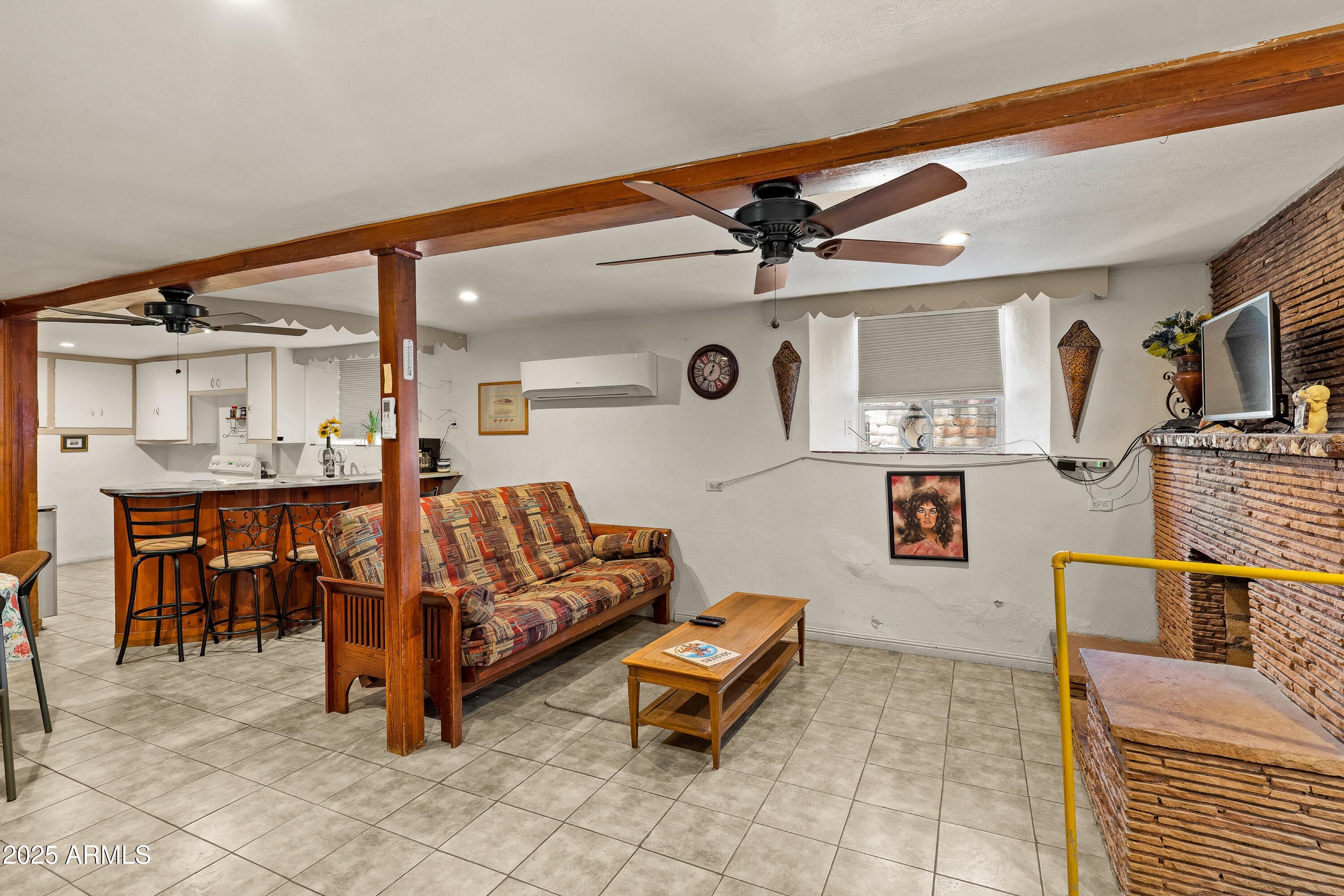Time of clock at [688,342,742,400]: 12:37
